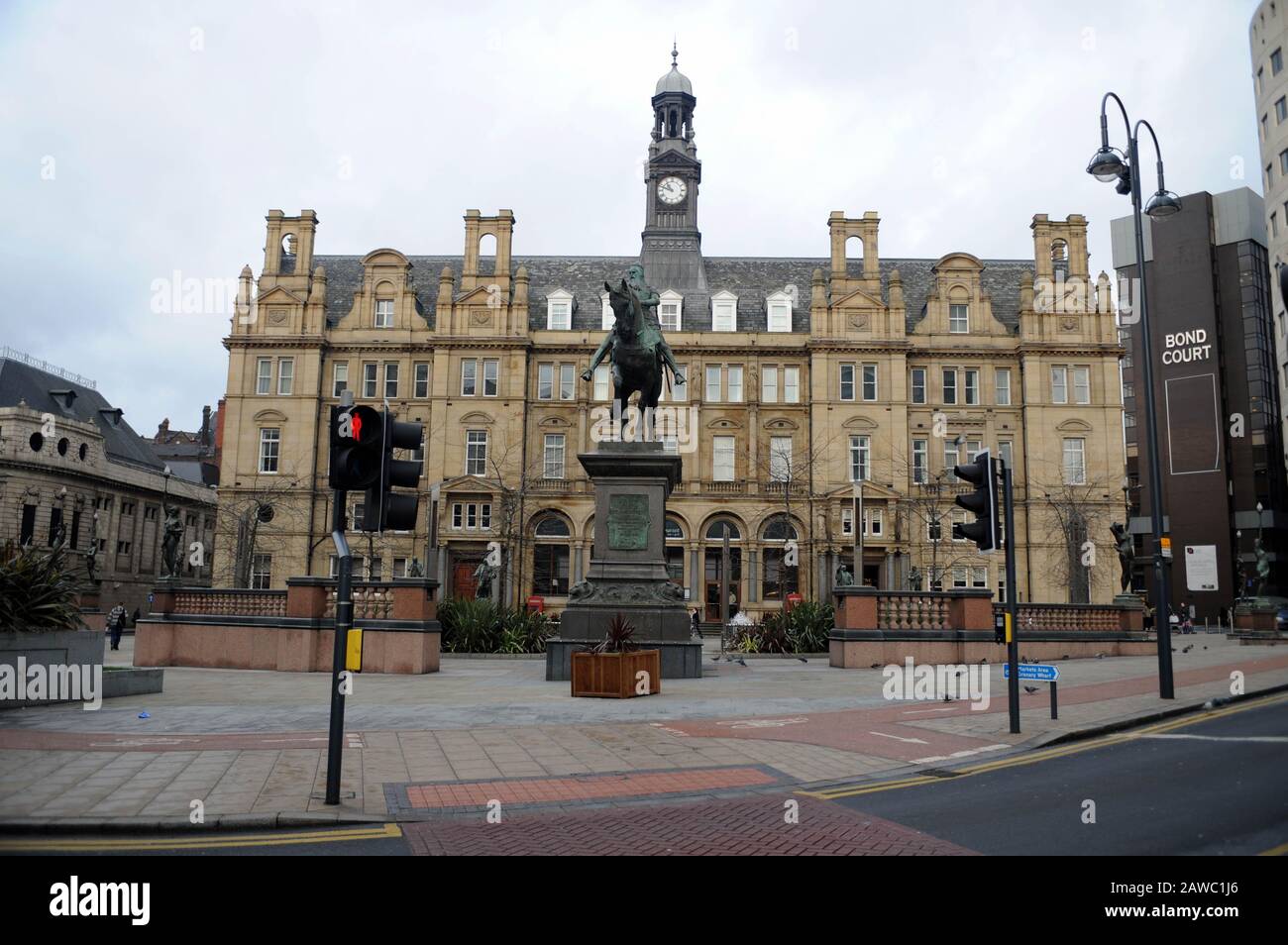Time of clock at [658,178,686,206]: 10:48
